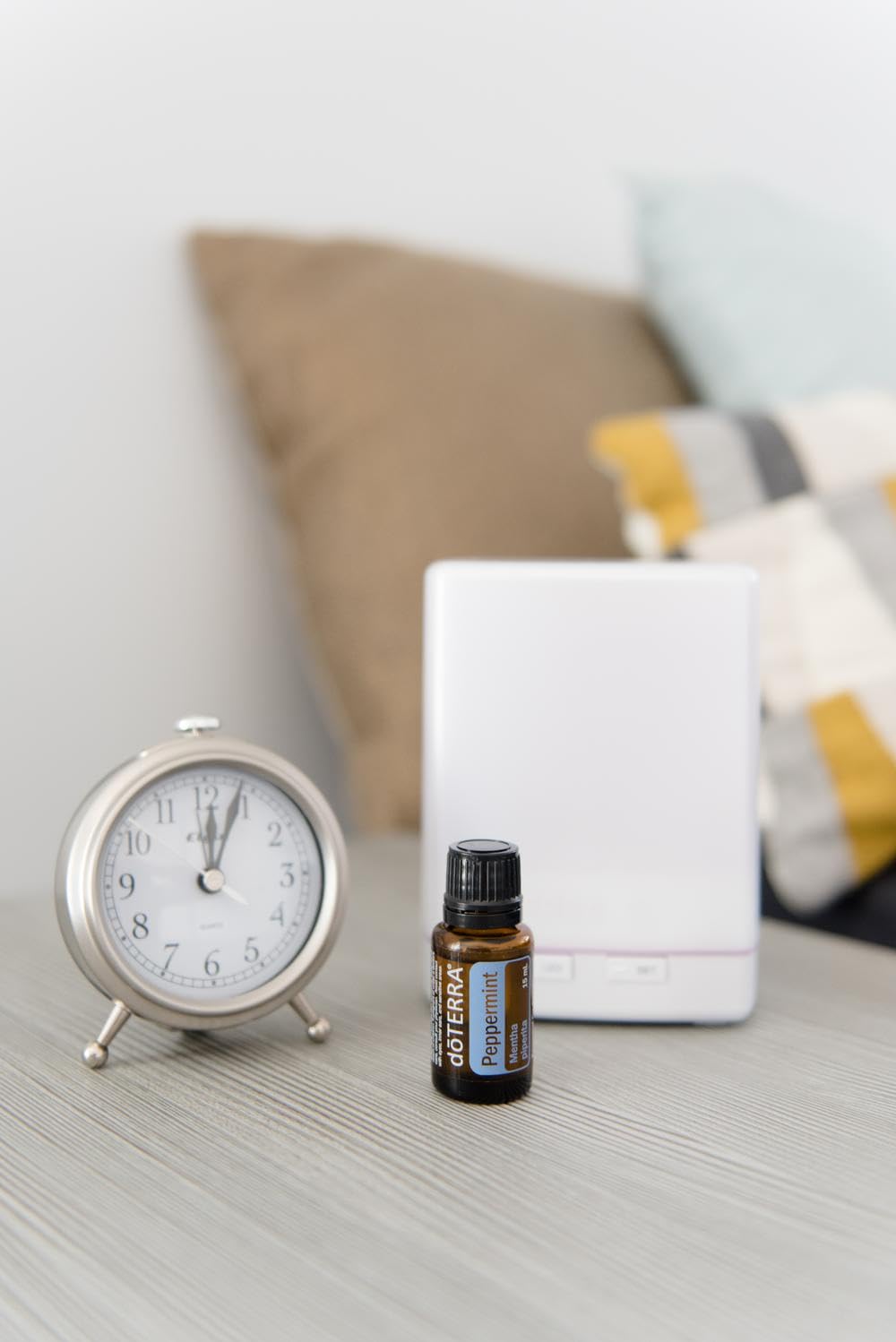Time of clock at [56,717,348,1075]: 12:03
